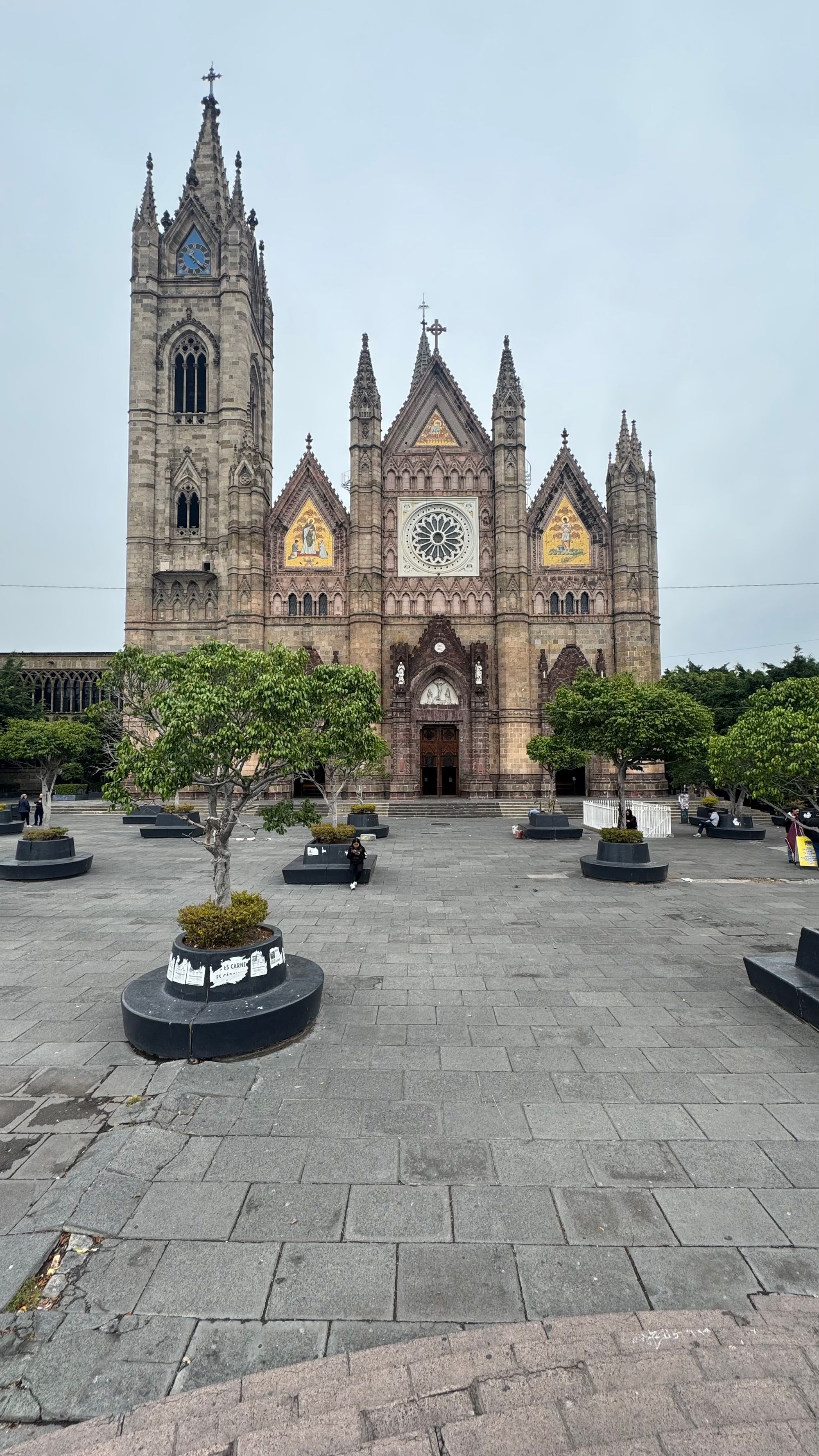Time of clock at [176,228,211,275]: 11:22
